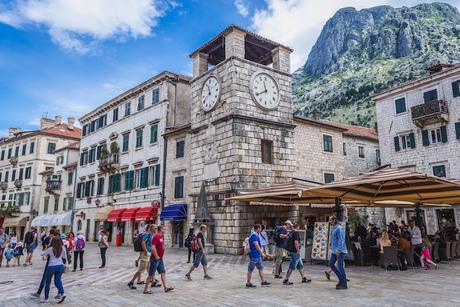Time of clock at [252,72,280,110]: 11:39
